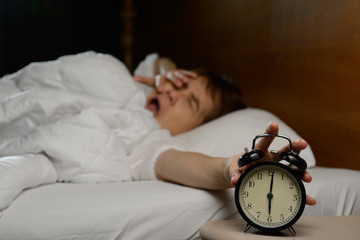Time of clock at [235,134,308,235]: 6:01
